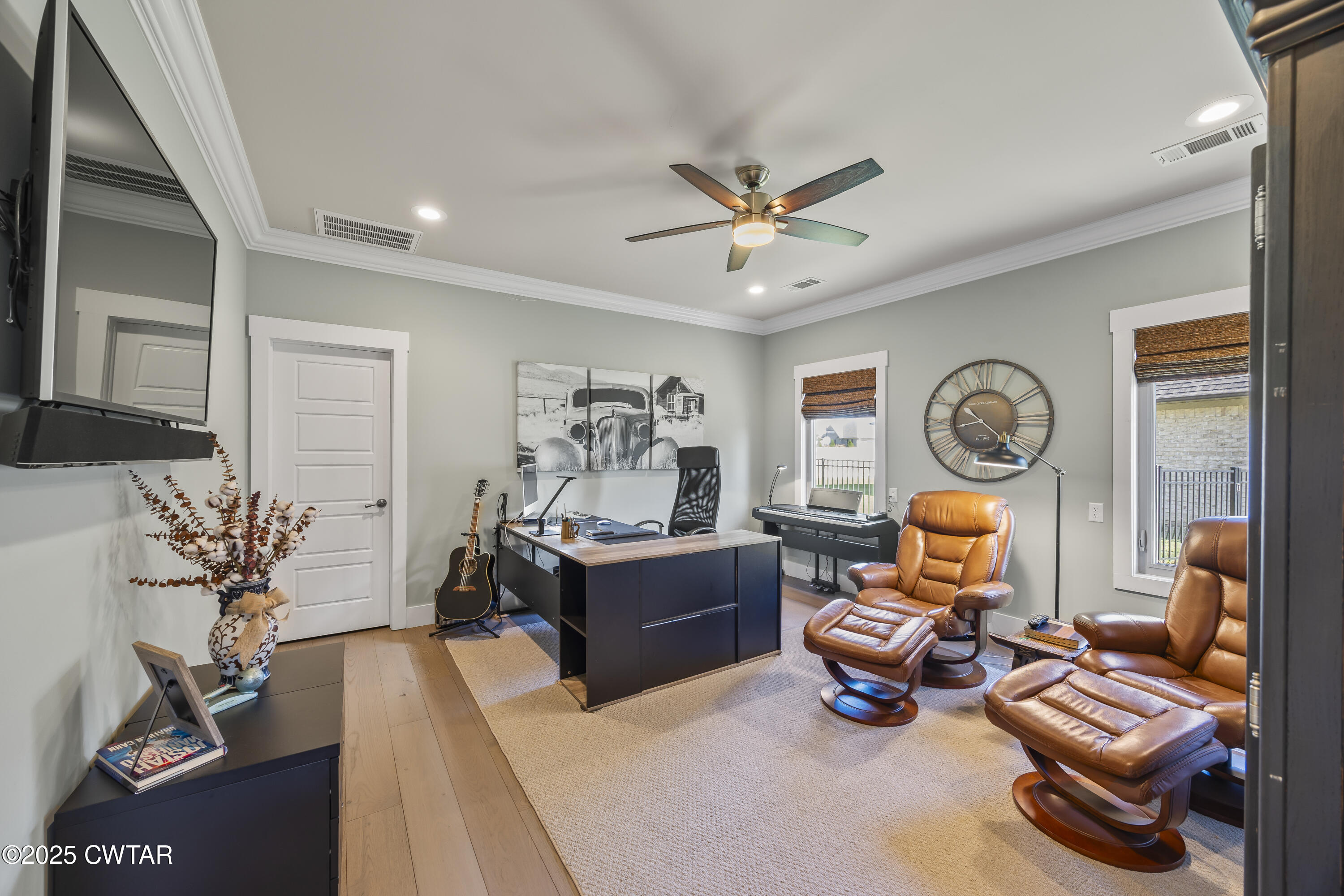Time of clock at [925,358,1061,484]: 10:22
